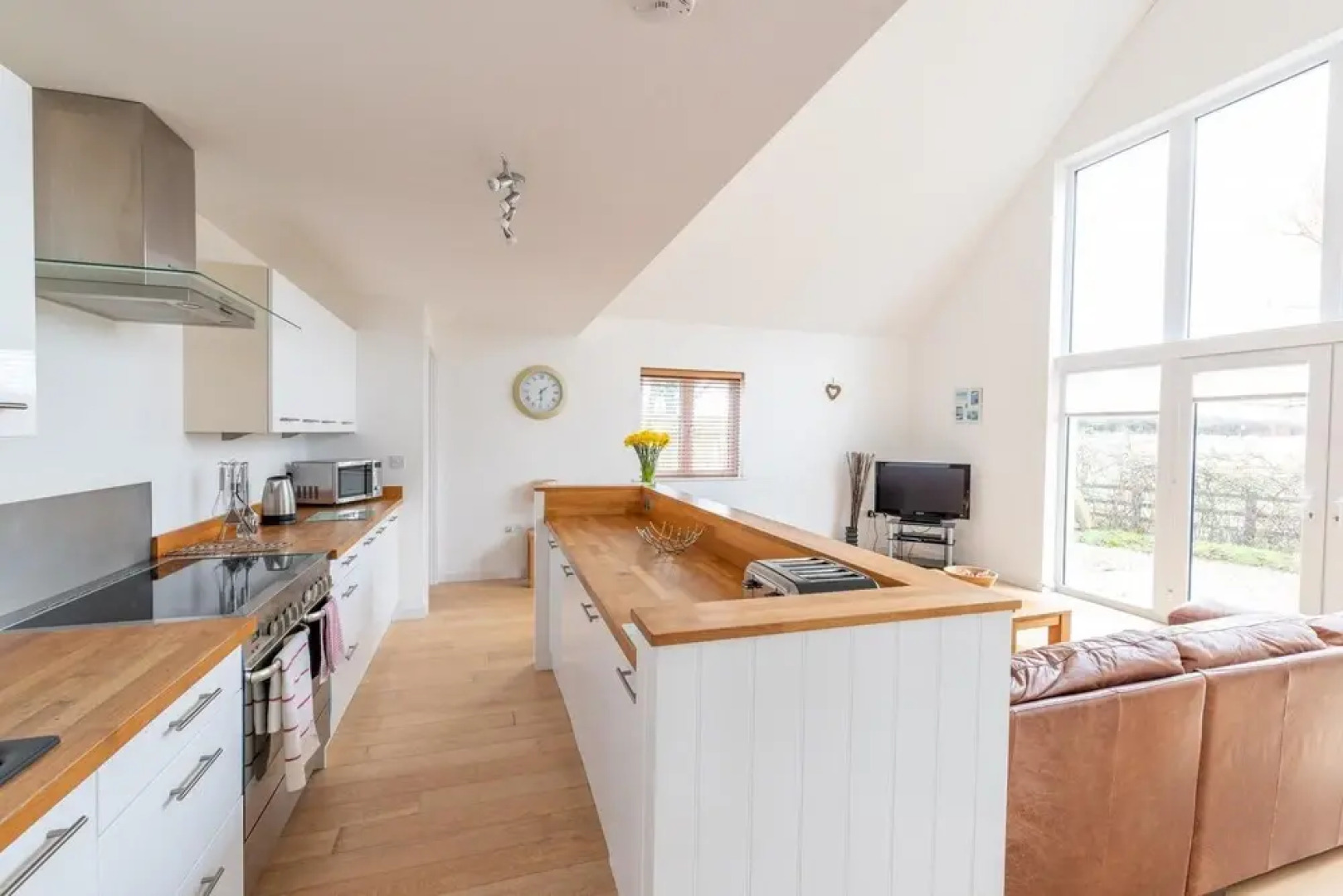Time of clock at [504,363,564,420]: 1:29
